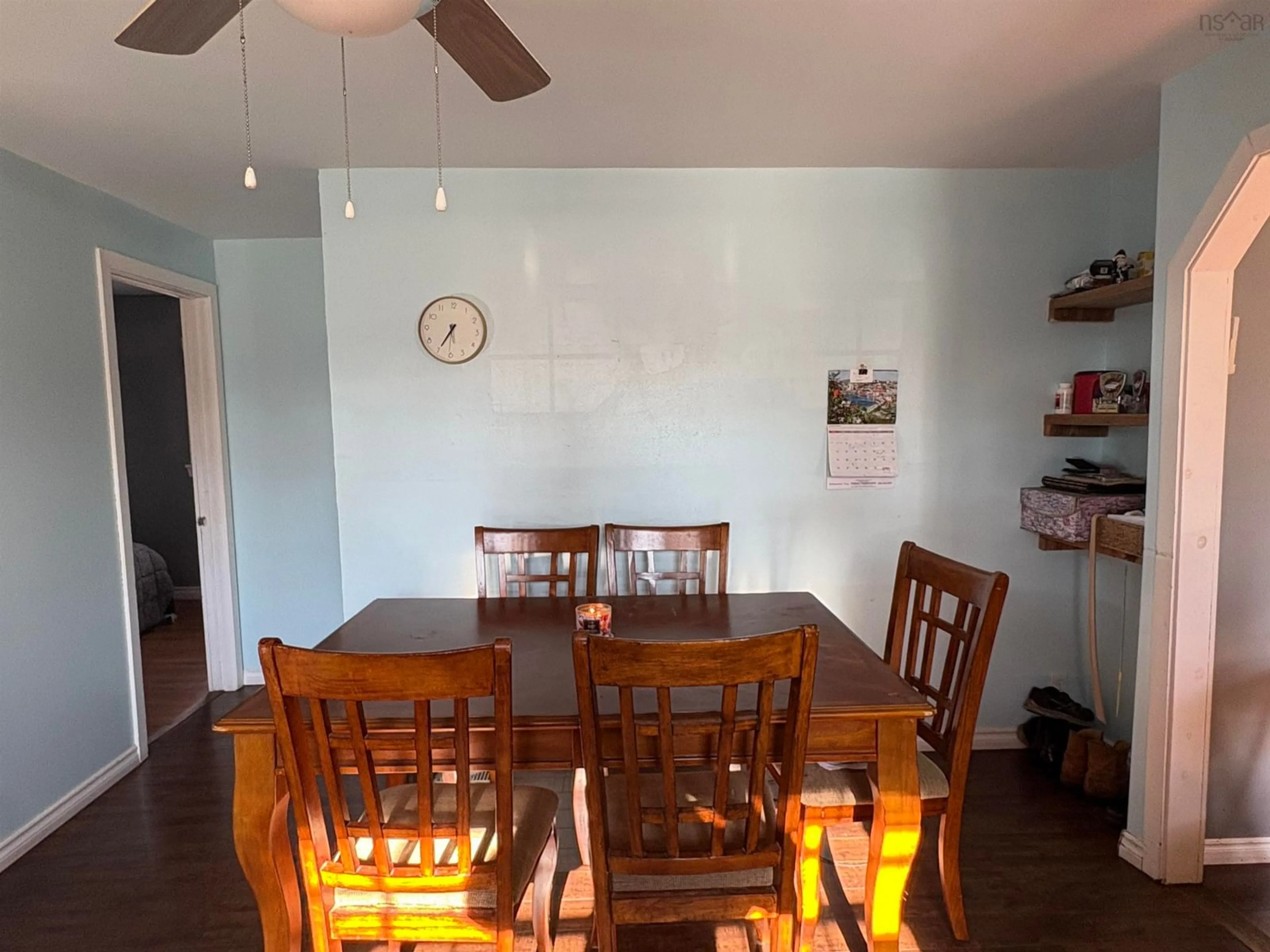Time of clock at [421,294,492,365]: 5:35
